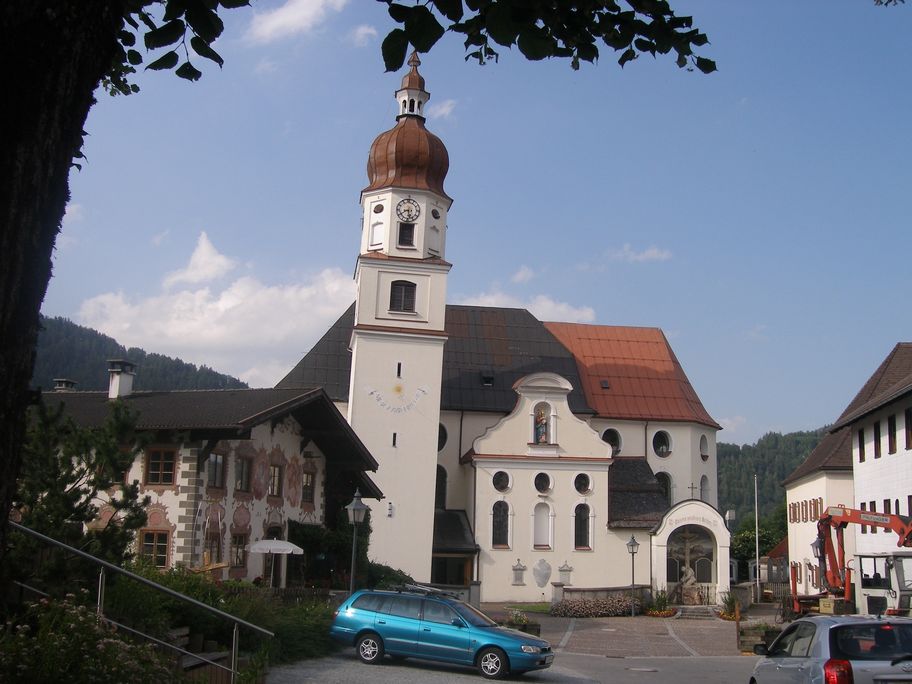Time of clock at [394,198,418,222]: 5:40
